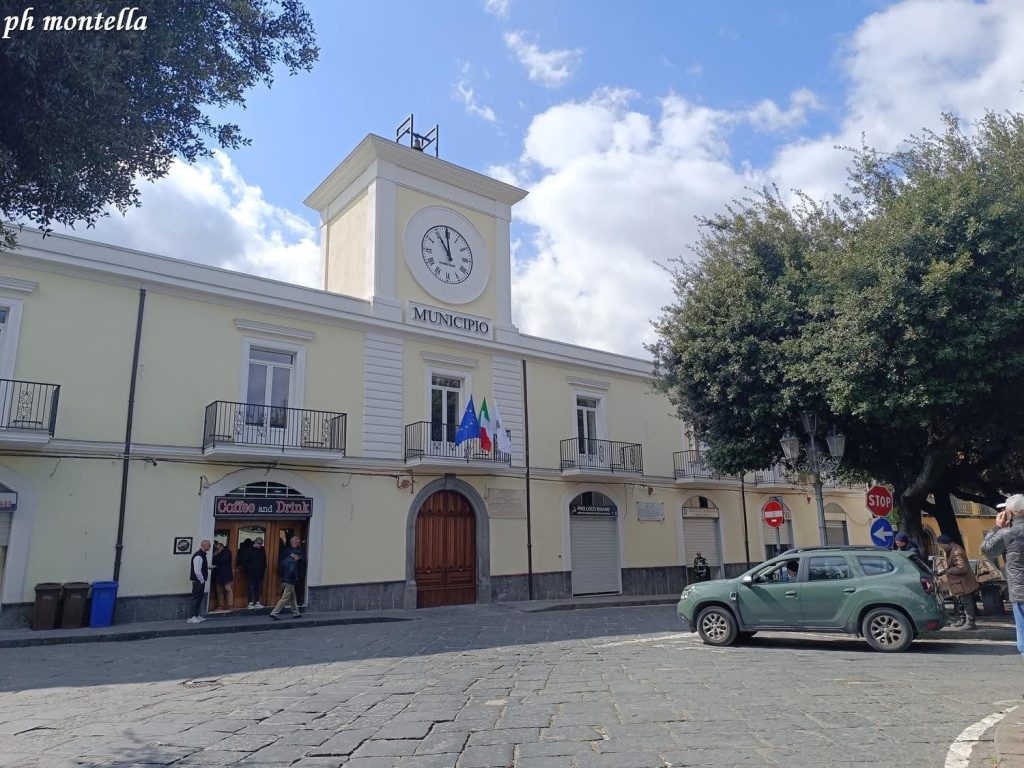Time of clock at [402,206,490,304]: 10:59
